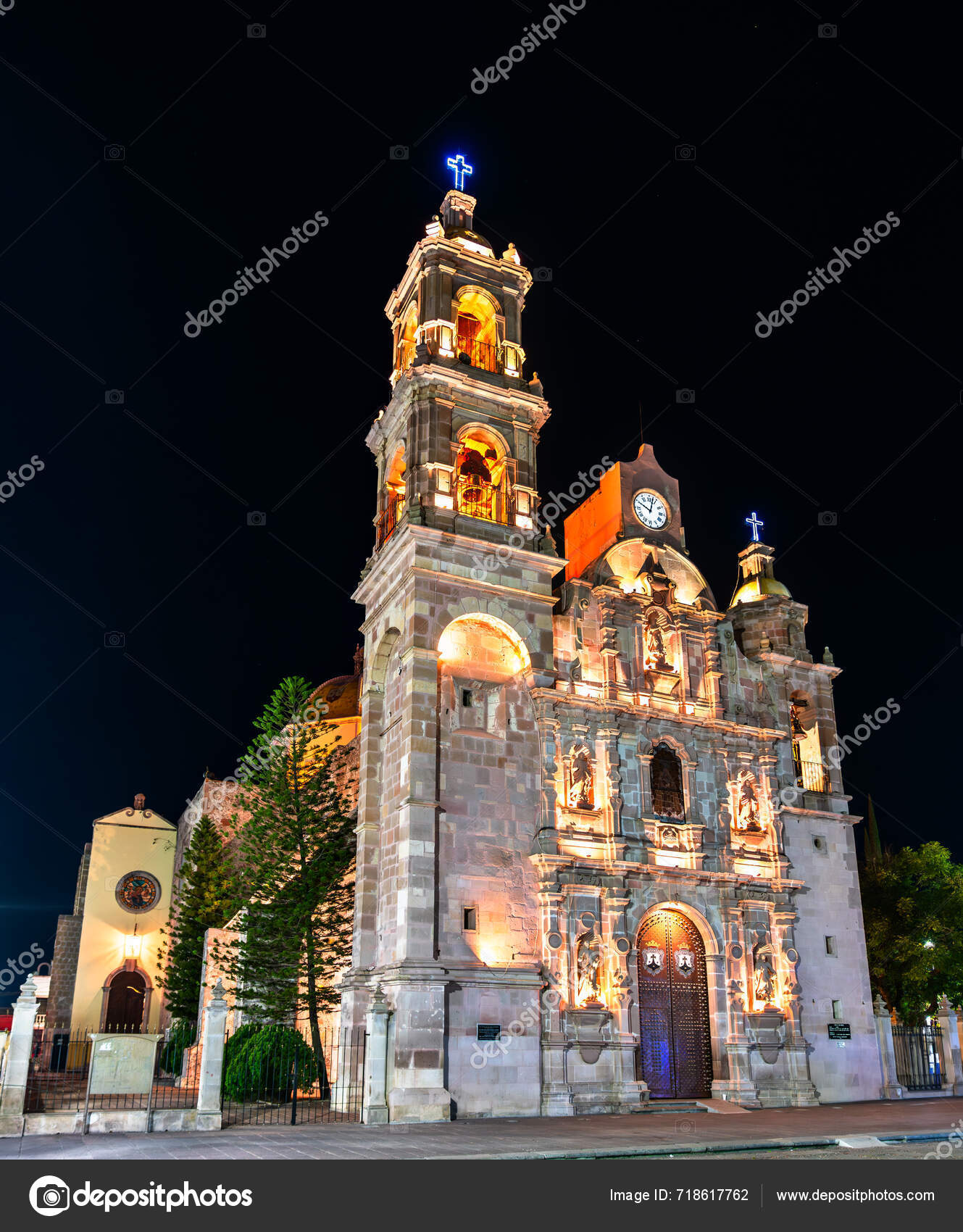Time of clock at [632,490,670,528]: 10:02
